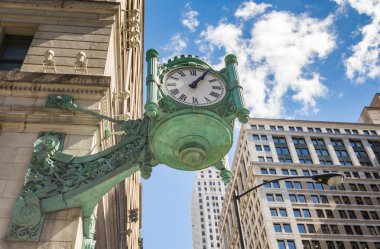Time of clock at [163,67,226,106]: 1:05
